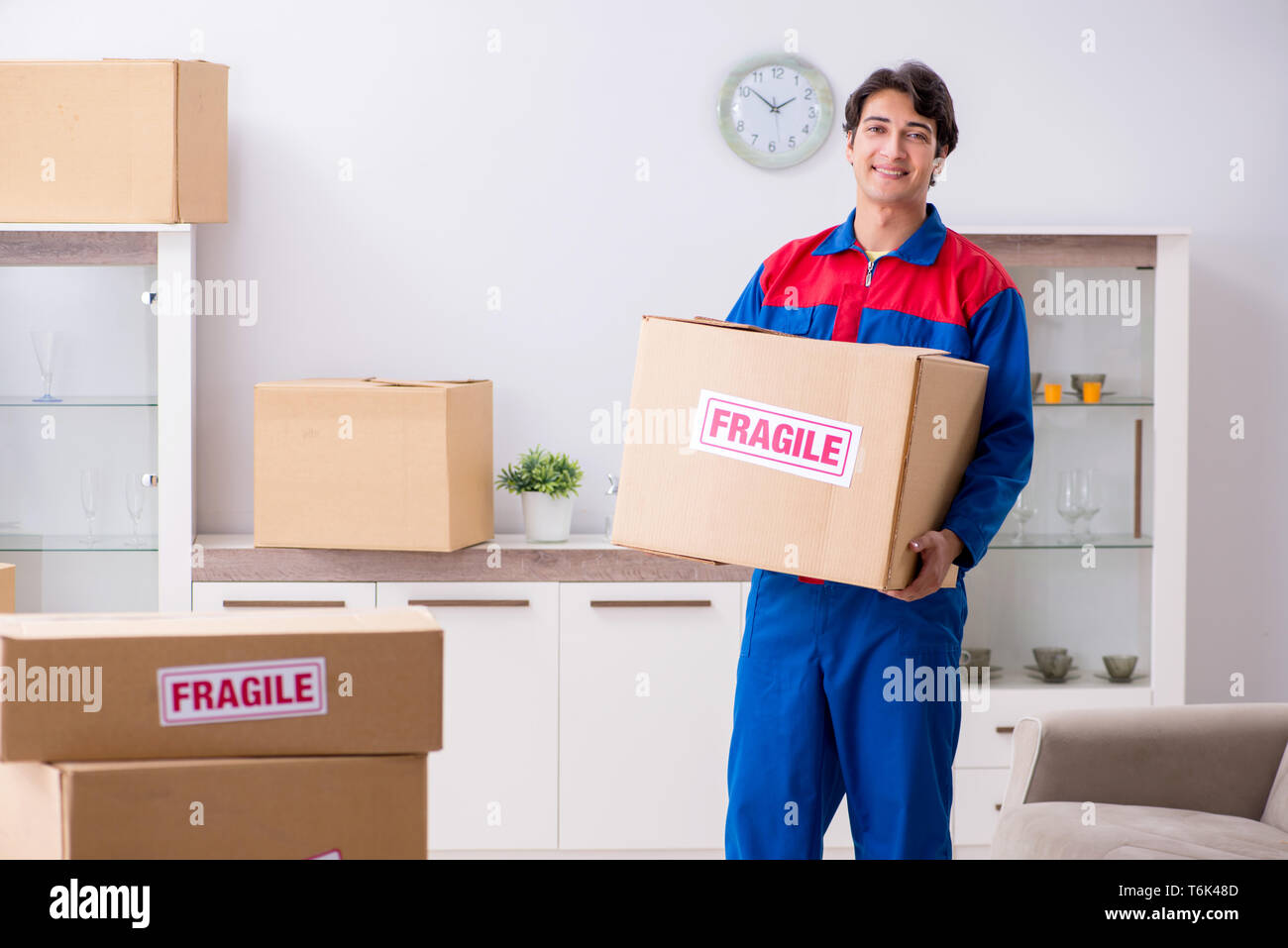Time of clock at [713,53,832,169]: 1:51
